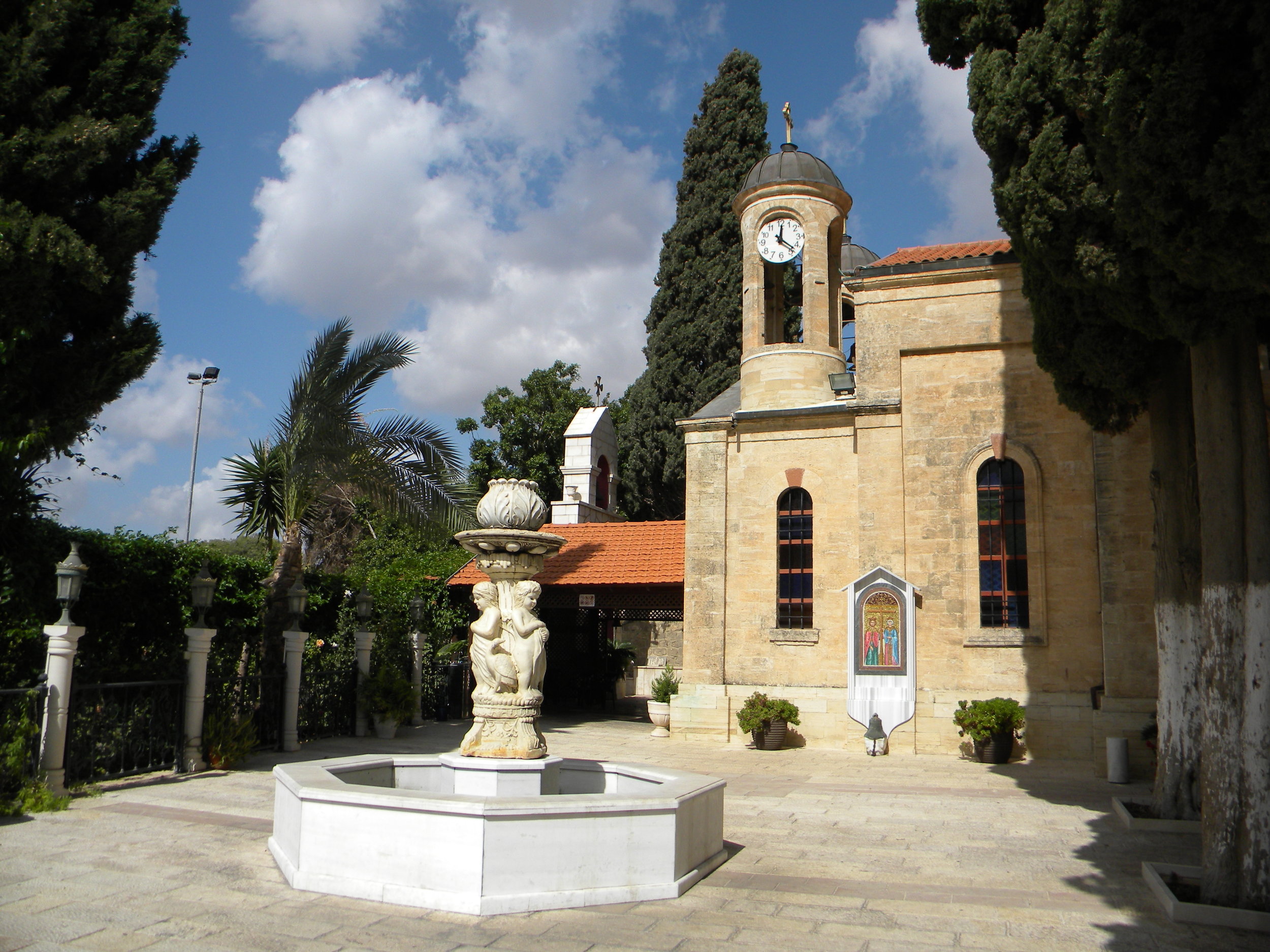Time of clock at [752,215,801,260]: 12:22
